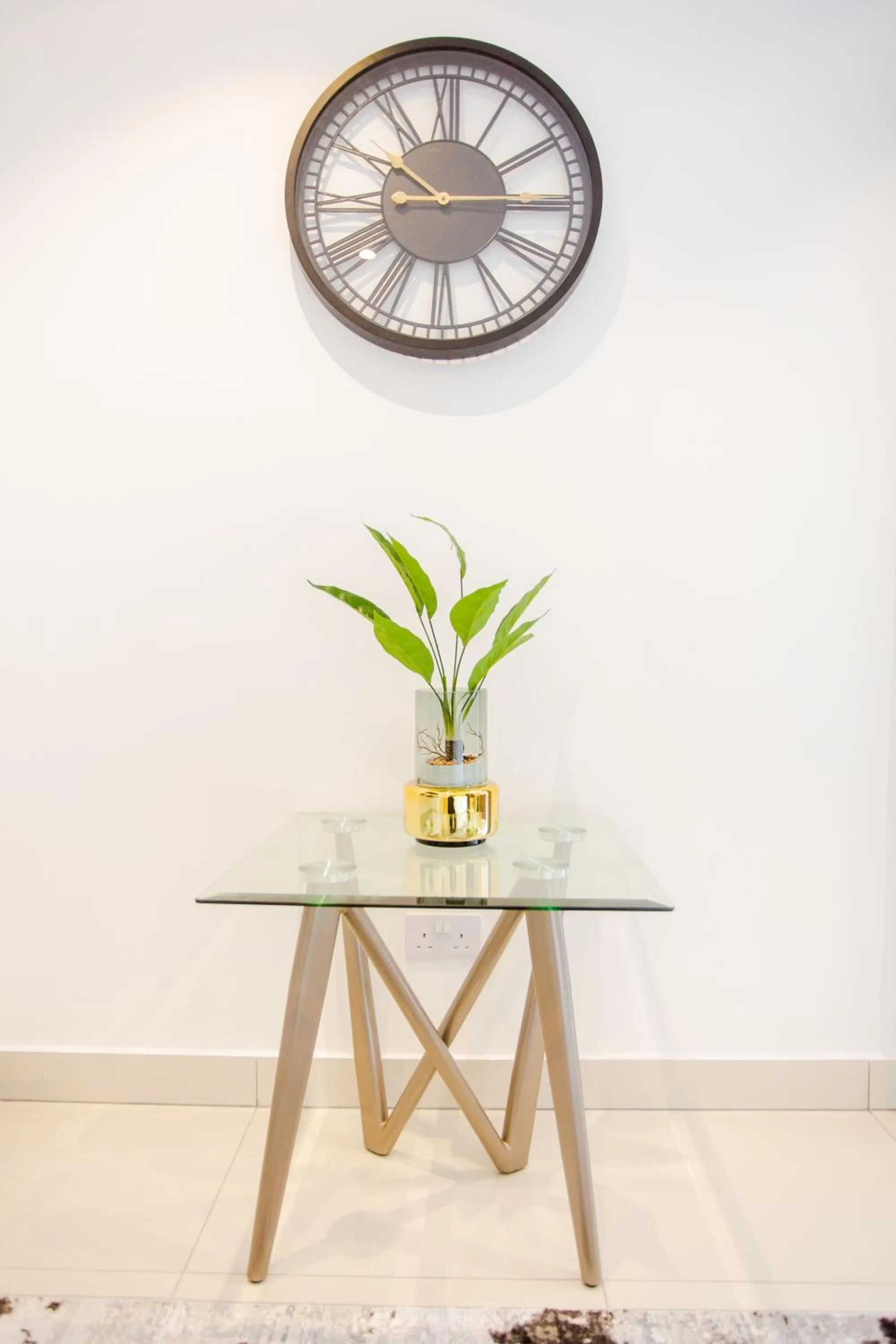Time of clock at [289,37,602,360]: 10:14
